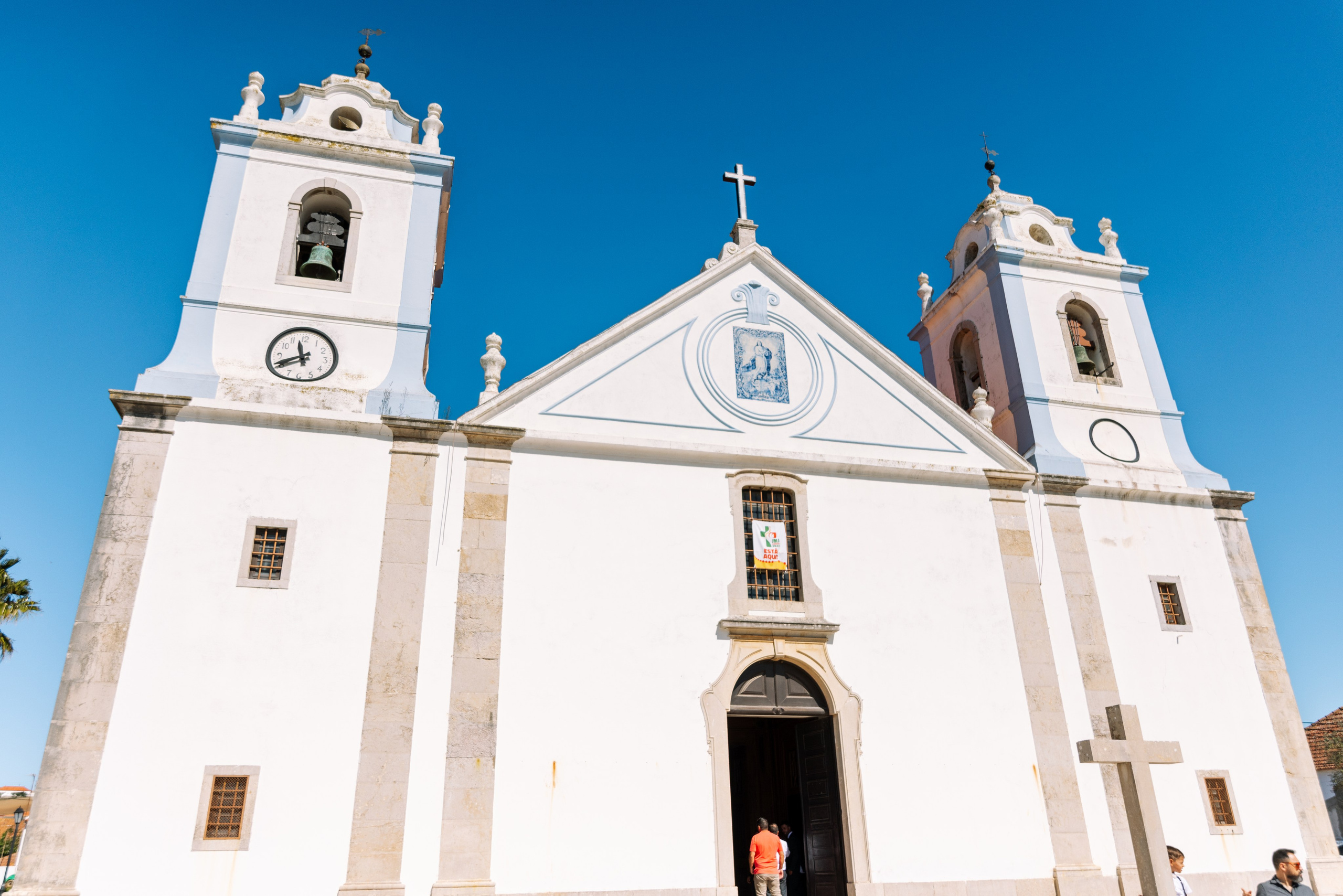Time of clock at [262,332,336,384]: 11:40
